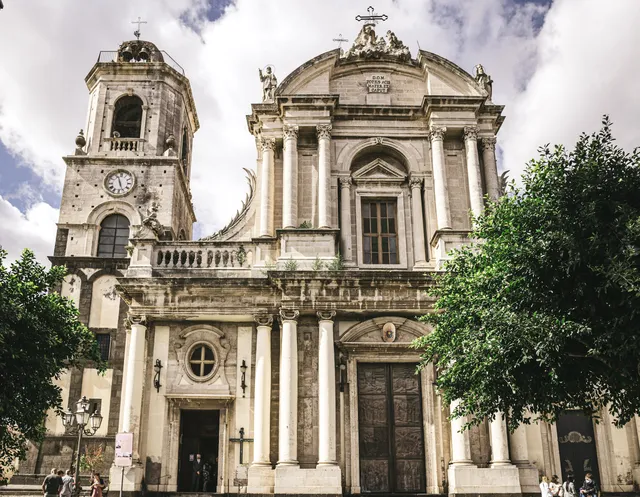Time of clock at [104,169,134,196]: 11:26
